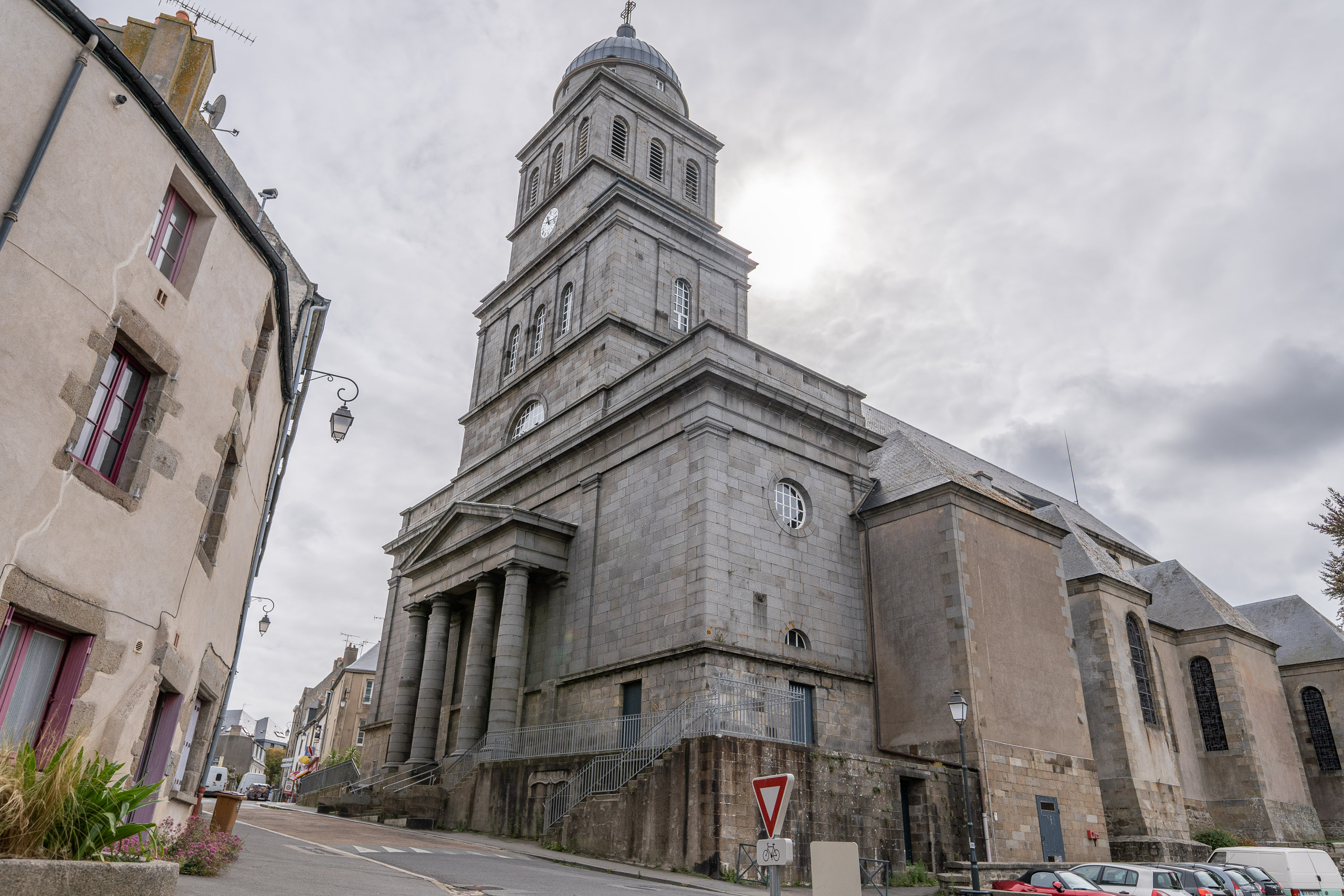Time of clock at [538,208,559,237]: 11:16
